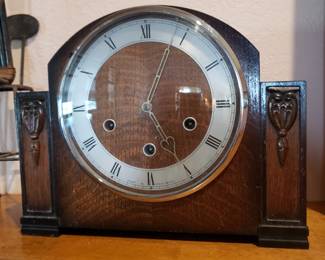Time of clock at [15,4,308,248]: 5:03
